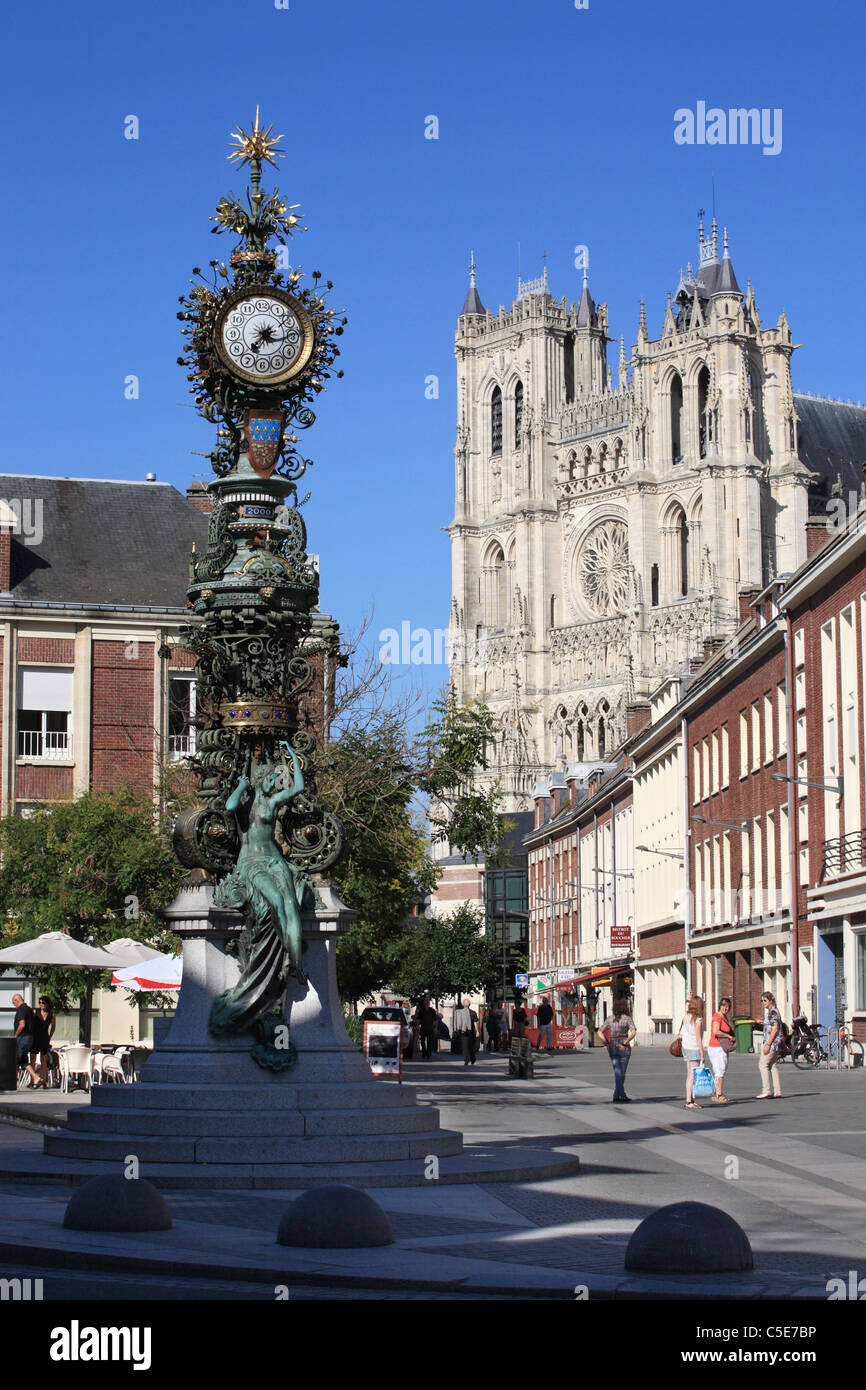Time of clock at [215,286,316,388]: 7:15
